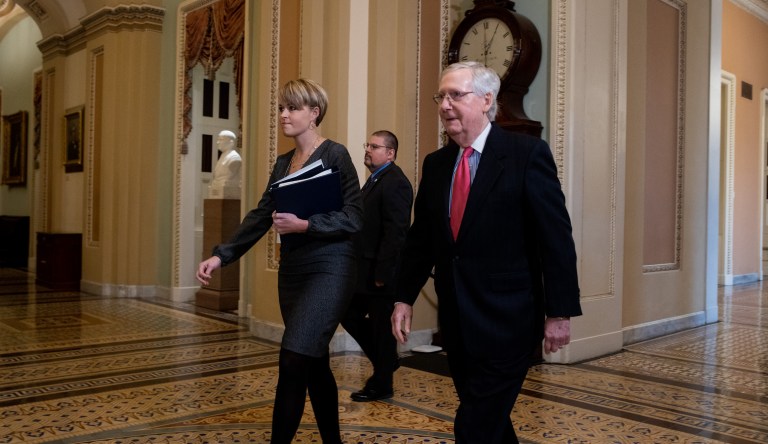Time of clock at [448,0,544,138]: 12:05
